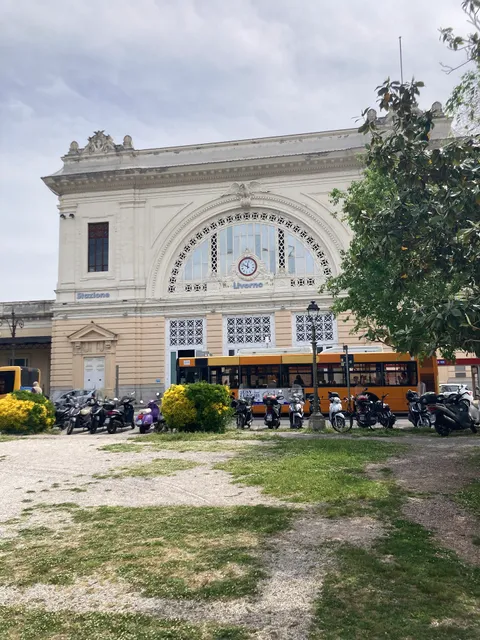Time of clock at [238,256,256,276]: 11:48
